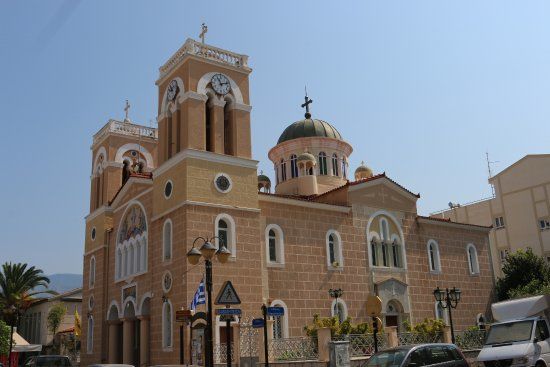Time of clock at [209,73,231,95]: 11:12
